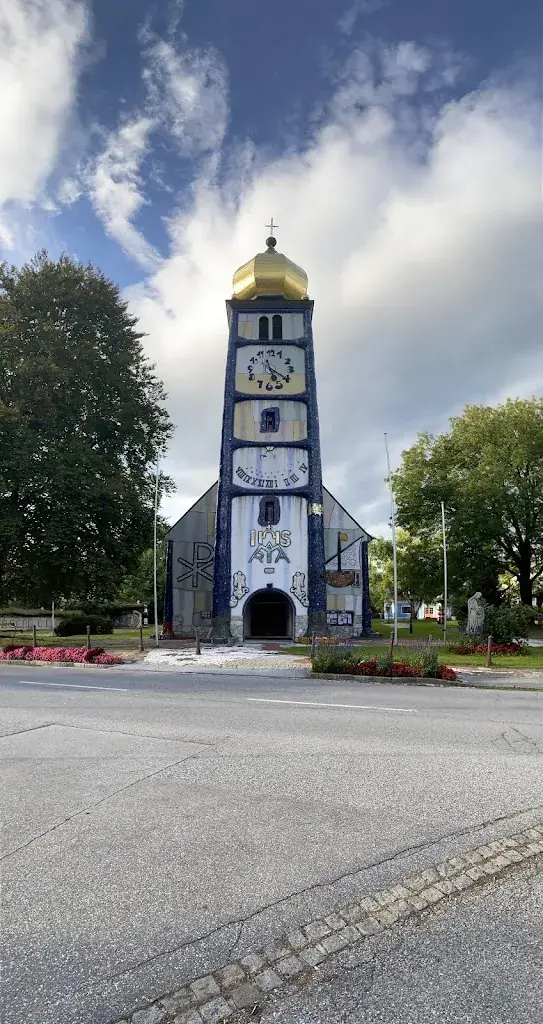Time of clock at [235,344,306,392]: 5:21
